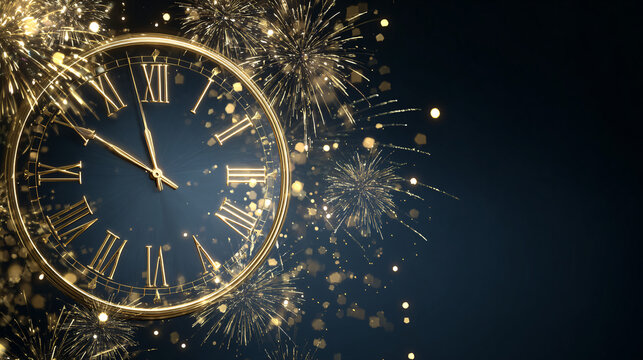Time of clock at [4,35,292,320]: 11:49
